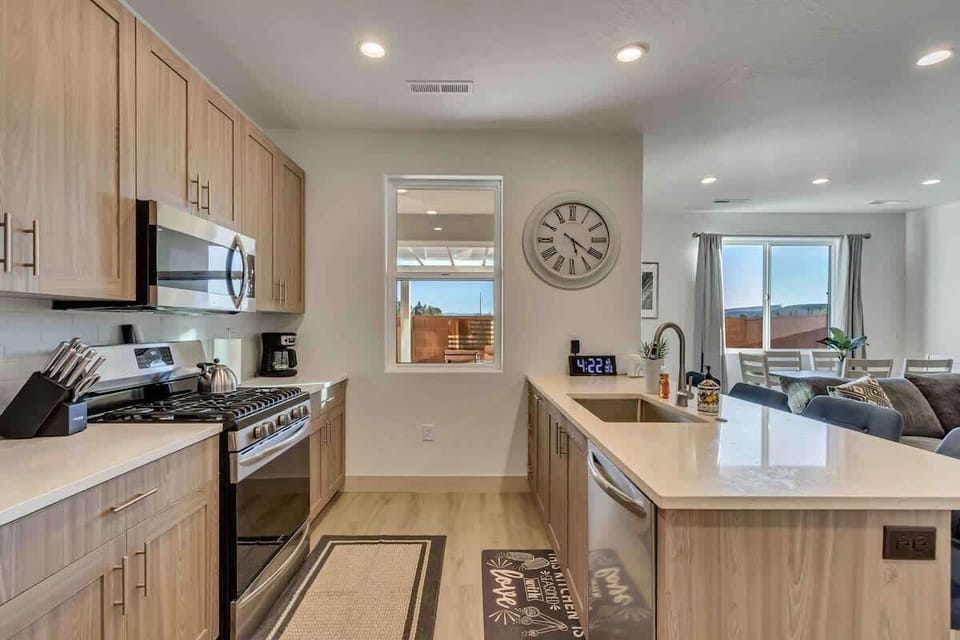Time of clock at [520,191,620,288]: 5:20
